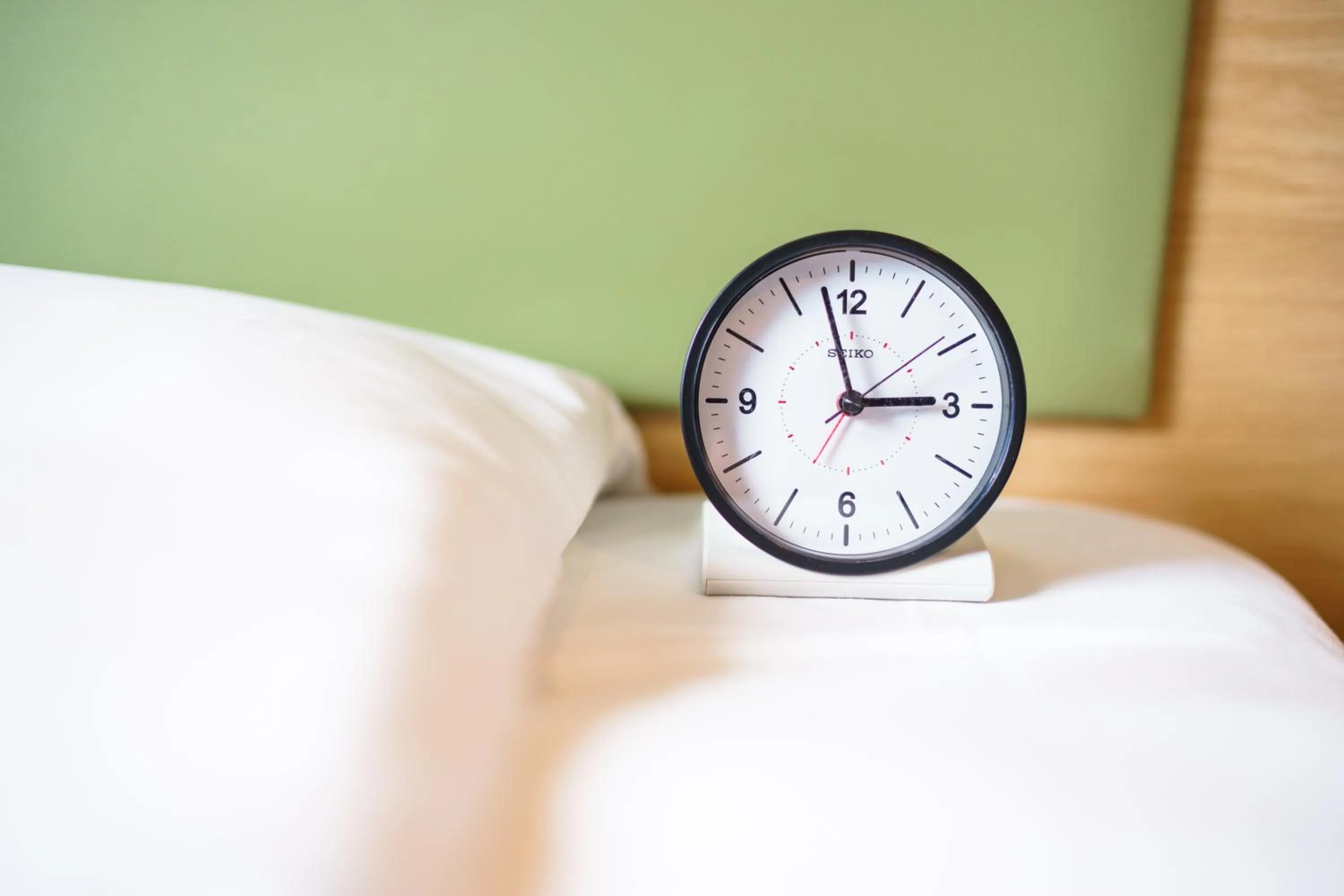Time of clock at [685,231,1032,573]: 2:57
